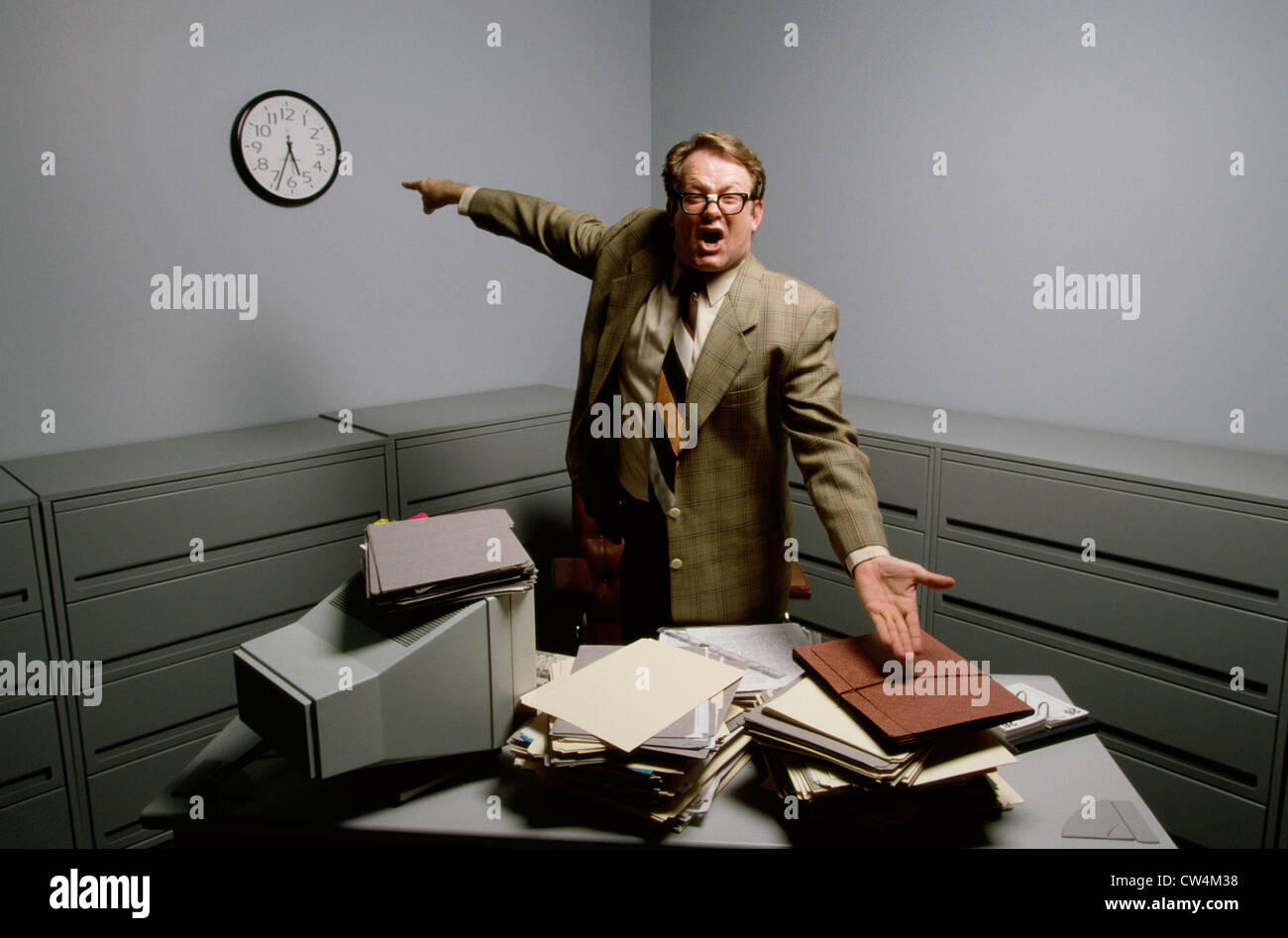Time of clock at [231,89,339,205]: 5:33
